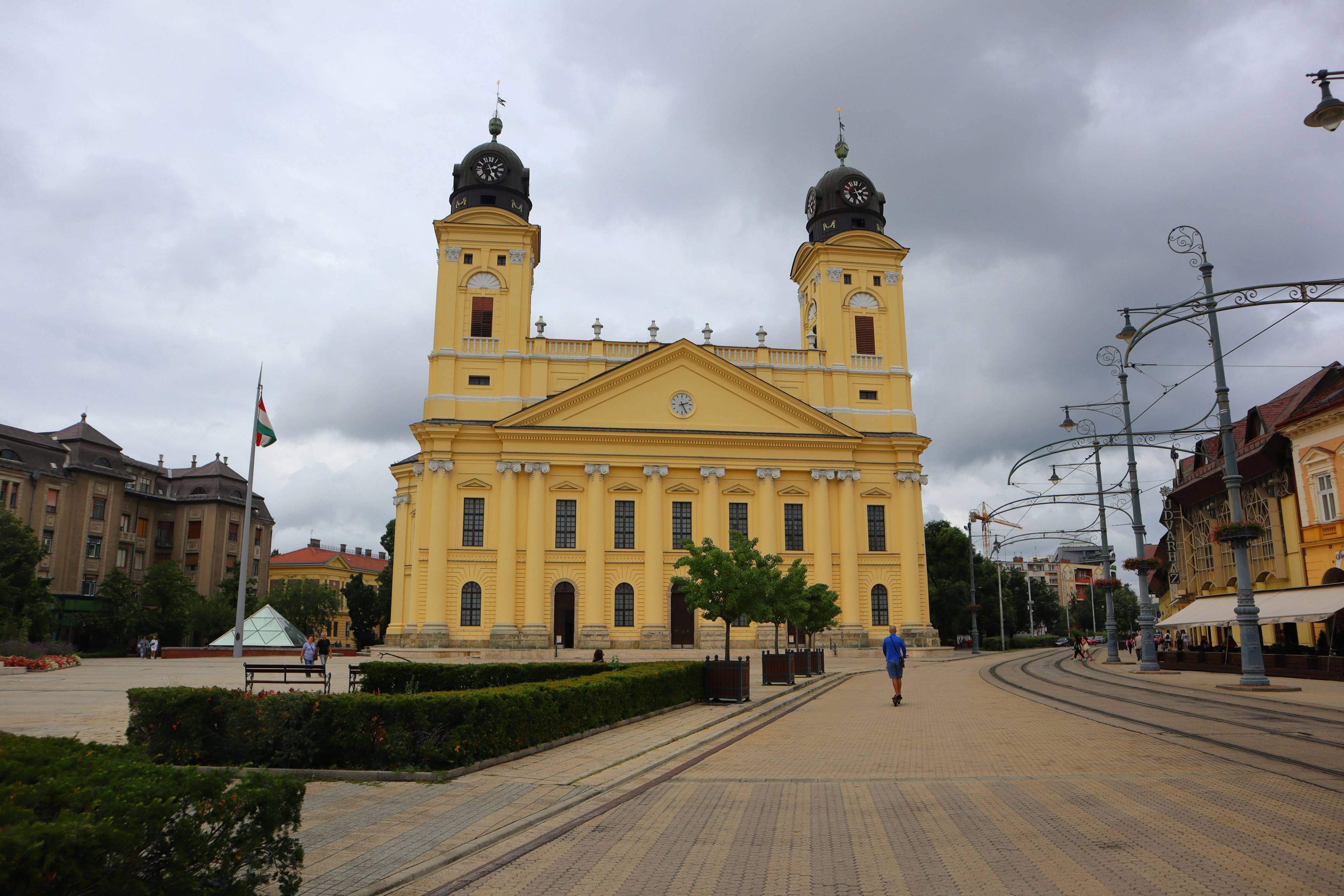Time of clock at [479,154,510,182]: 2:25
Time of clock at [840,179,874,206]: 2:25
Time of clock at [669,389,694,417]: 2:25
